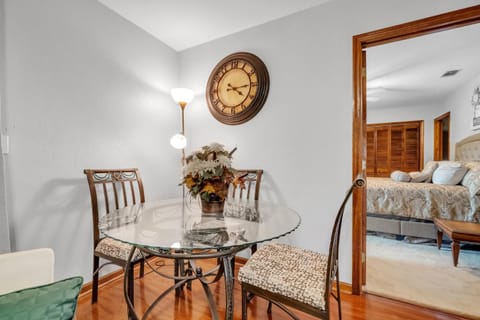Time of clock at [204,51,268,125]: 4:14
